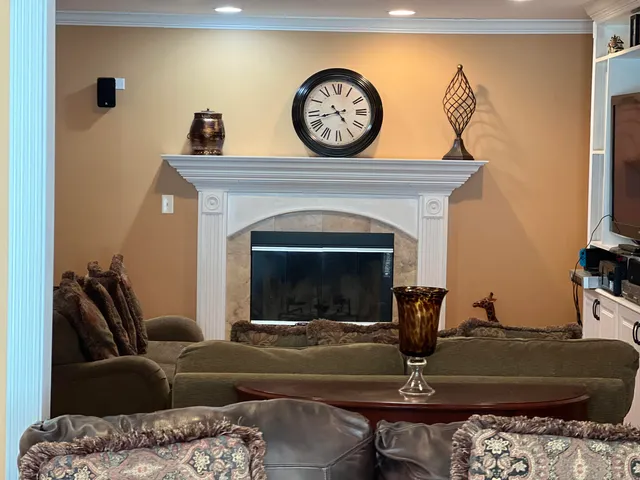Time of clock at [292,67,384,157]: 4:42
